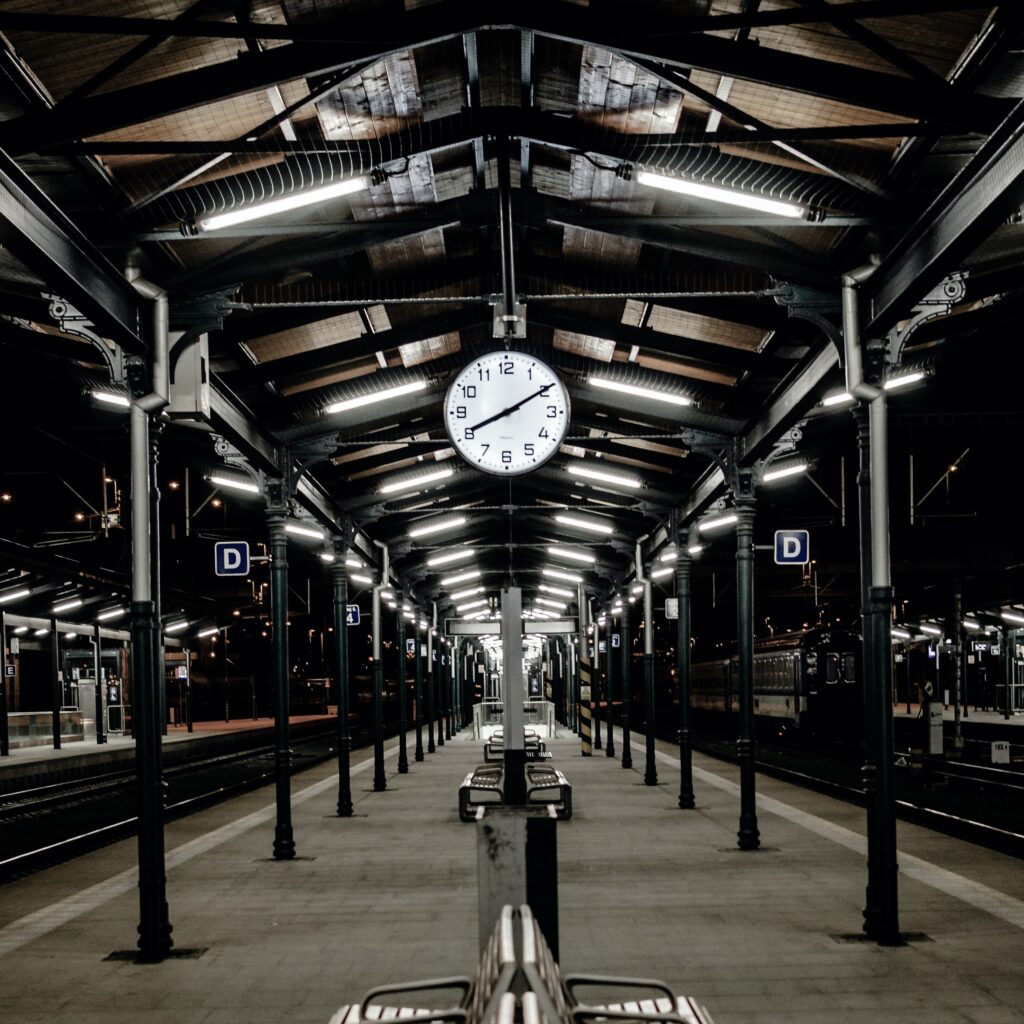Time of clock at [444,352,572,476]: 8:09
